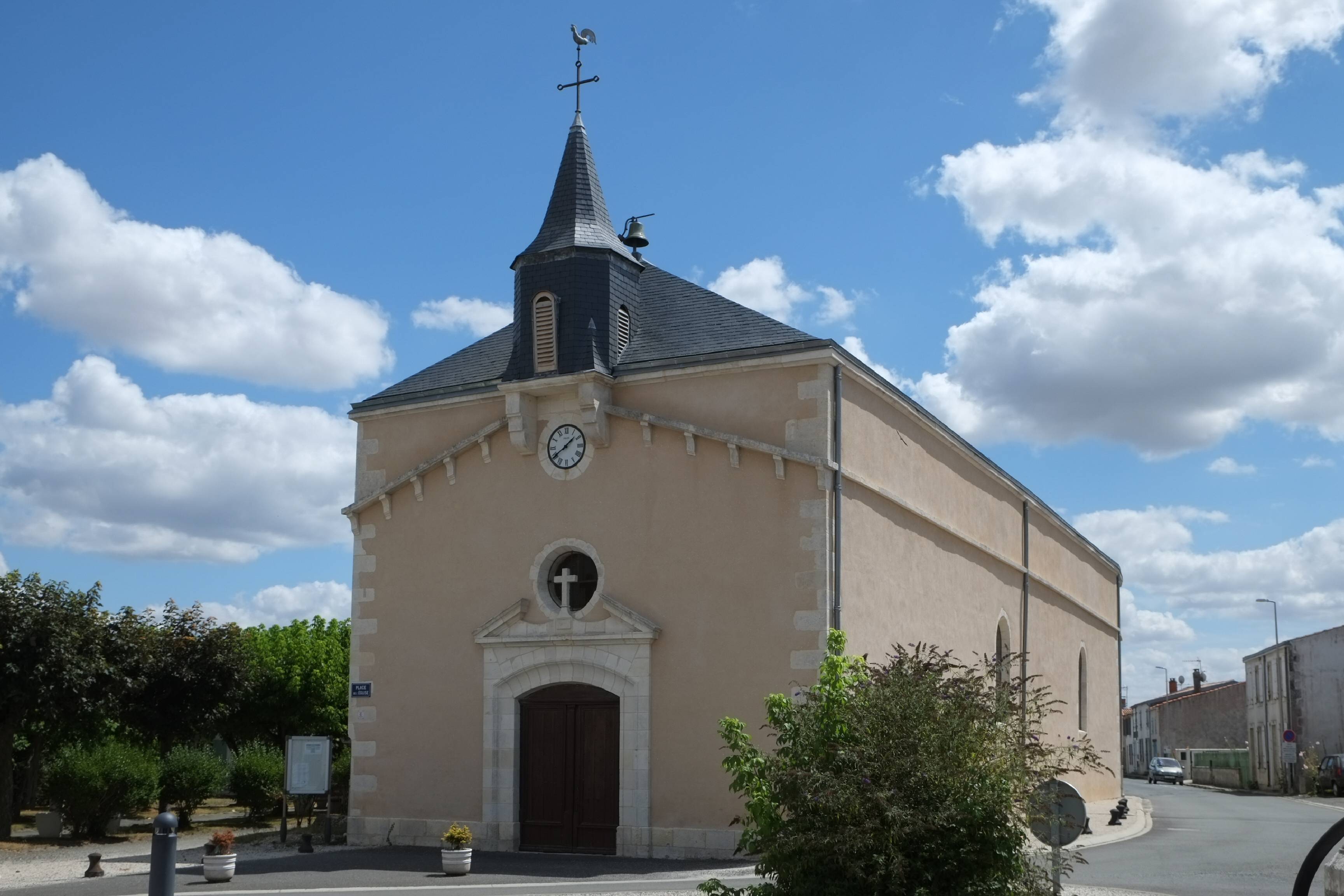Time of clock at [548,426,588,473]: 1:39
